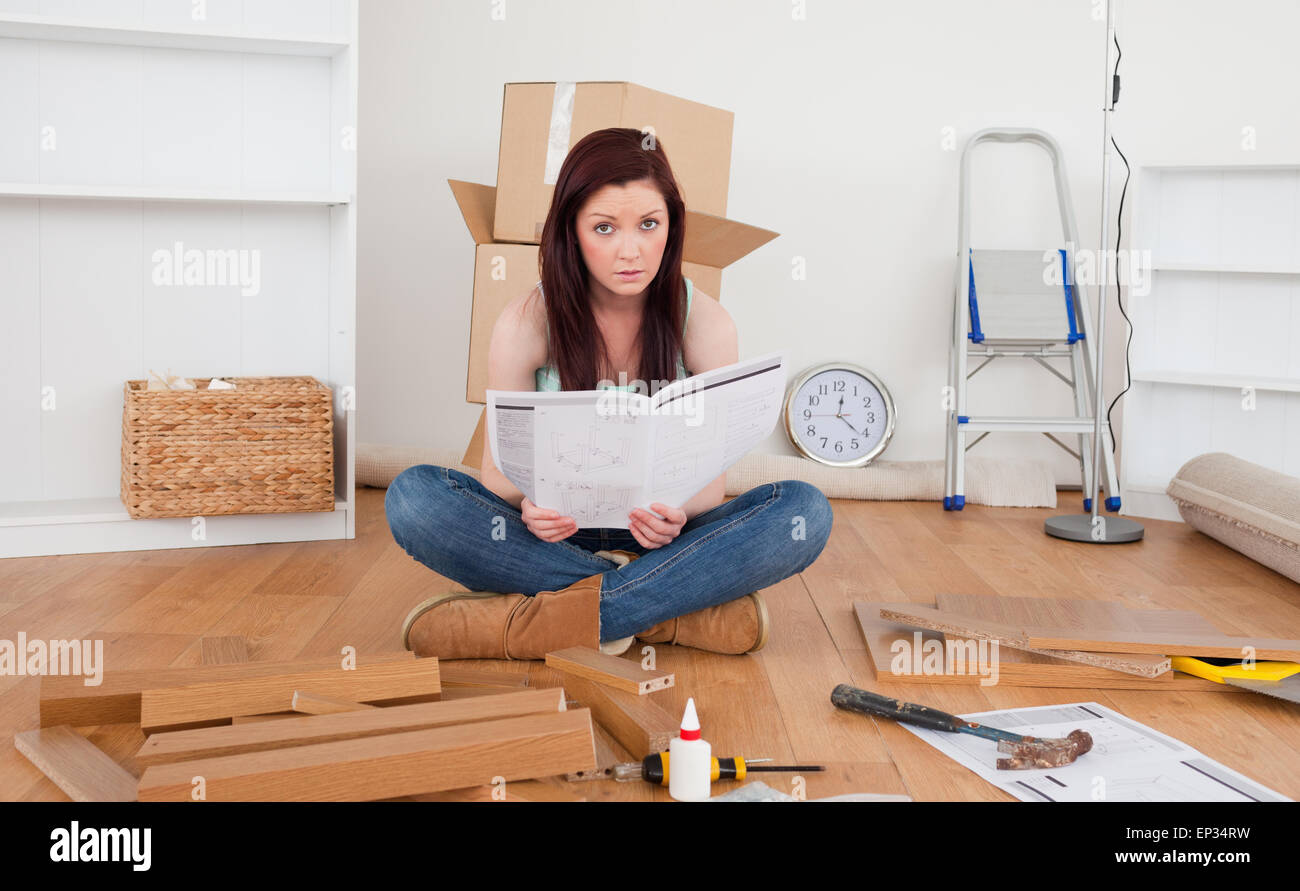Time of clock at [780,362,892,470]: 12:21
